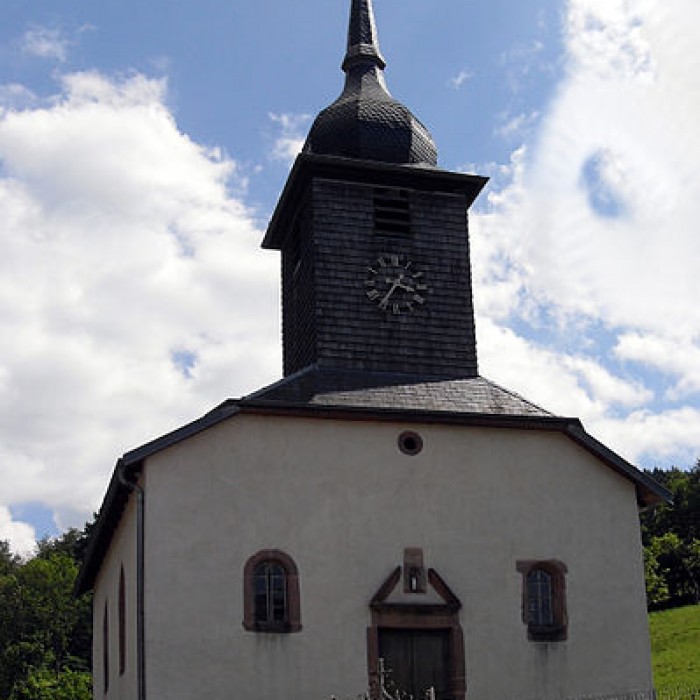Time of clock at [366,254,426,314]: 3:35
